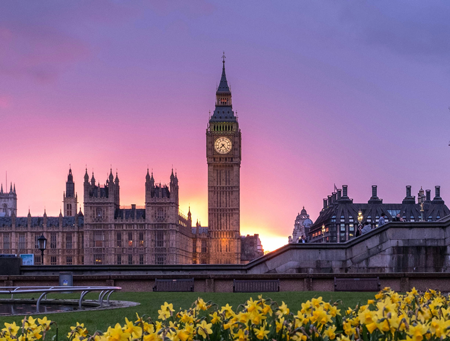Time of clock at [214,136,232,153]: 7:23
